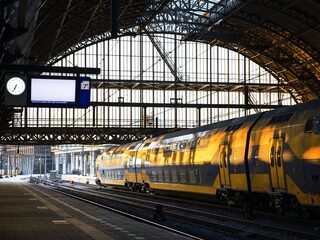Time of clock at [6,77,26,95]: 6:34
